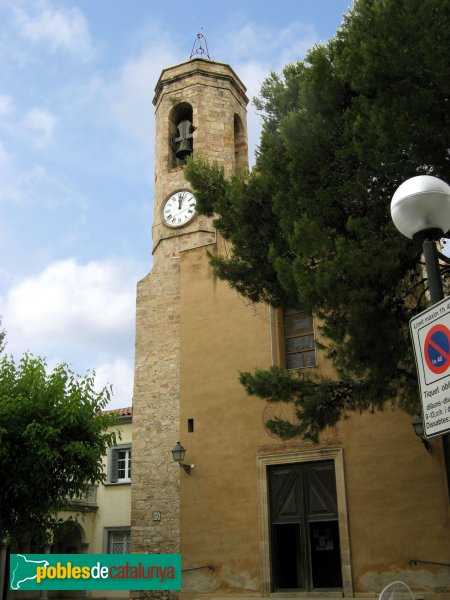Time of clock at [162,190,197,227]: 12:02
